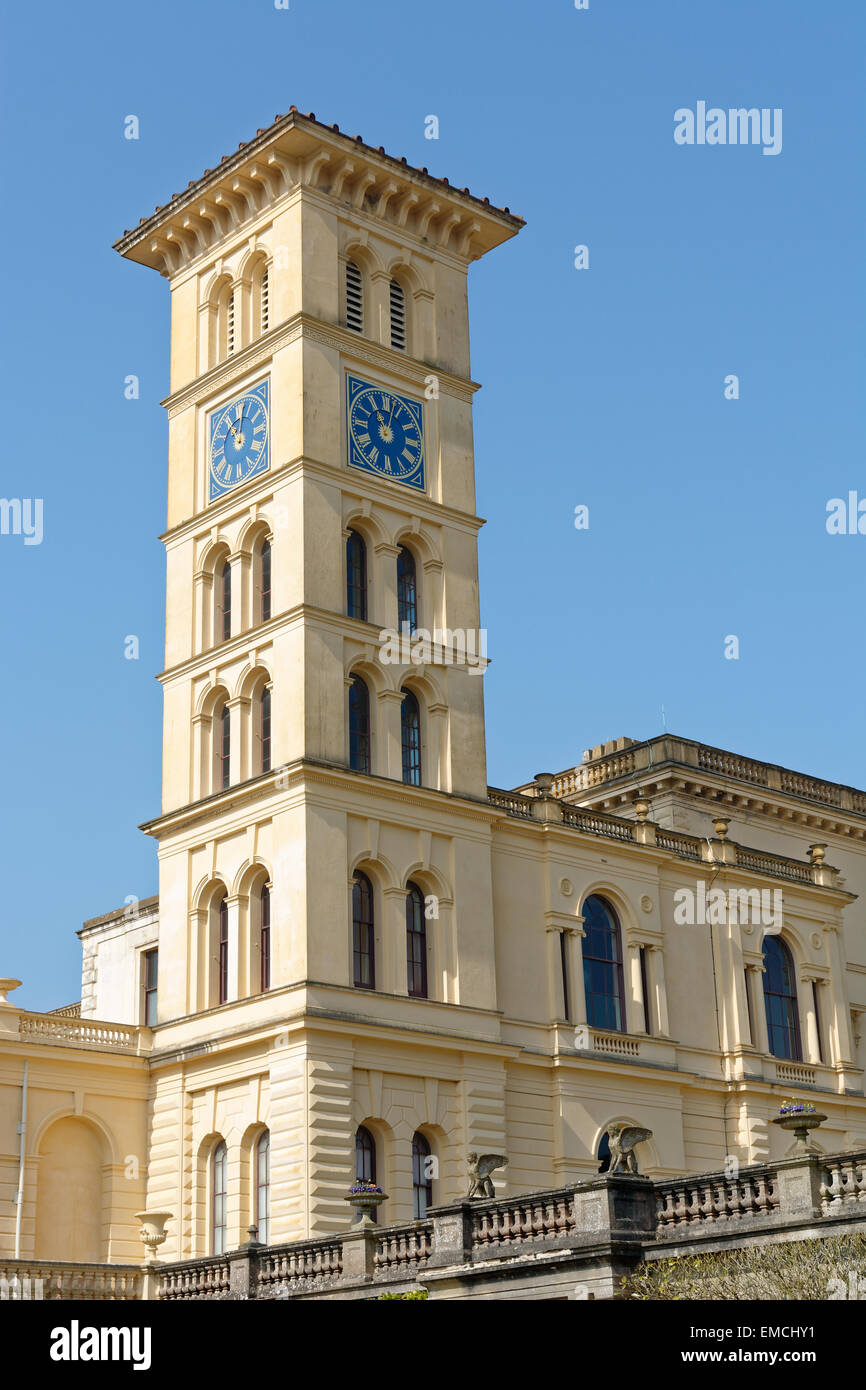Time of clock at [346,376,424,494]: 11:02
